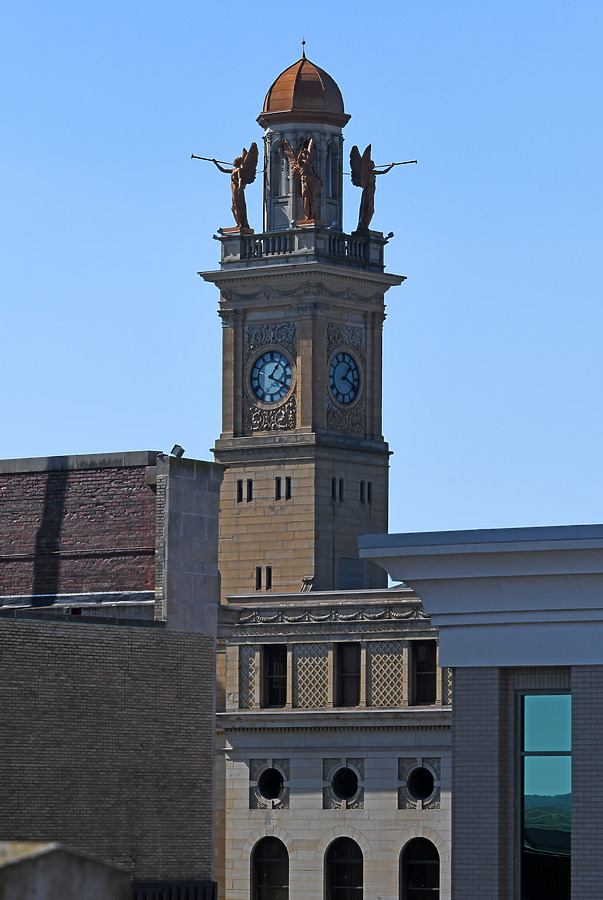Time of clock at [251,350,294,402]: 1:18
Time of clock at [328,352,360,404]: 1:18
